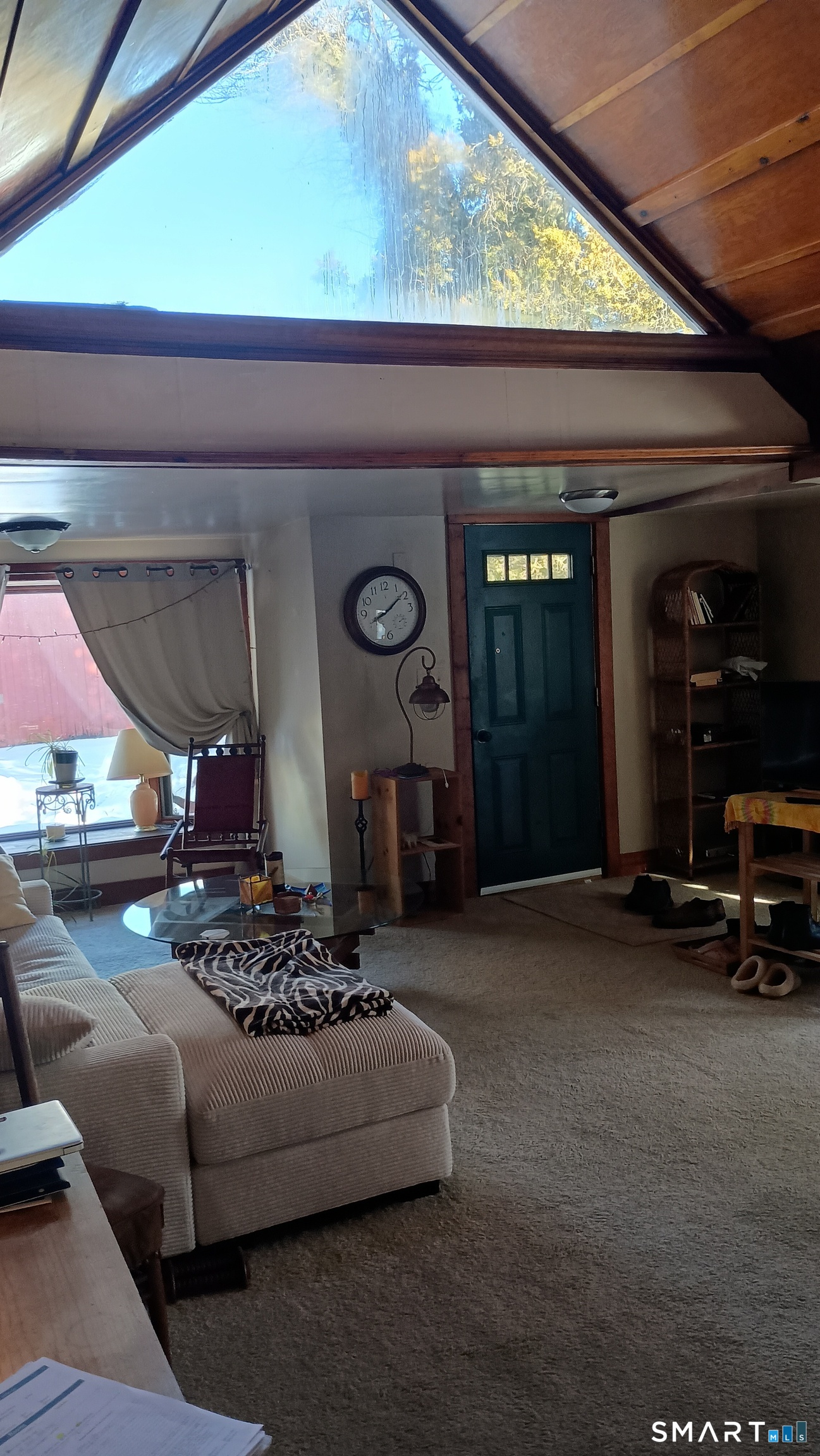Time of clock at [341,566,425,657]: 8:08
